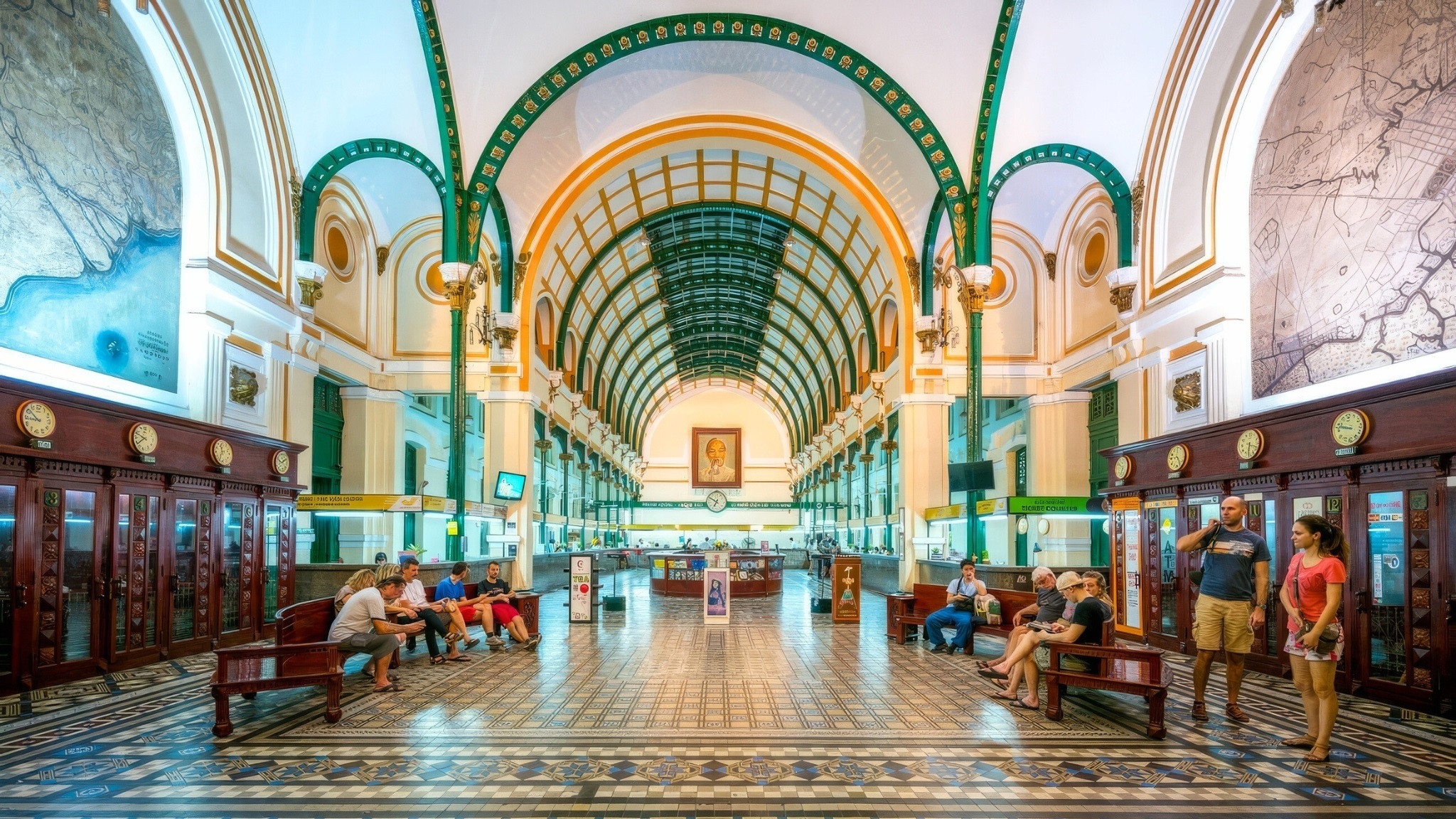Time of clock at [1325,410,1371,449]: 9:47
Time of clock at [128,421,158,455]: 7:48
